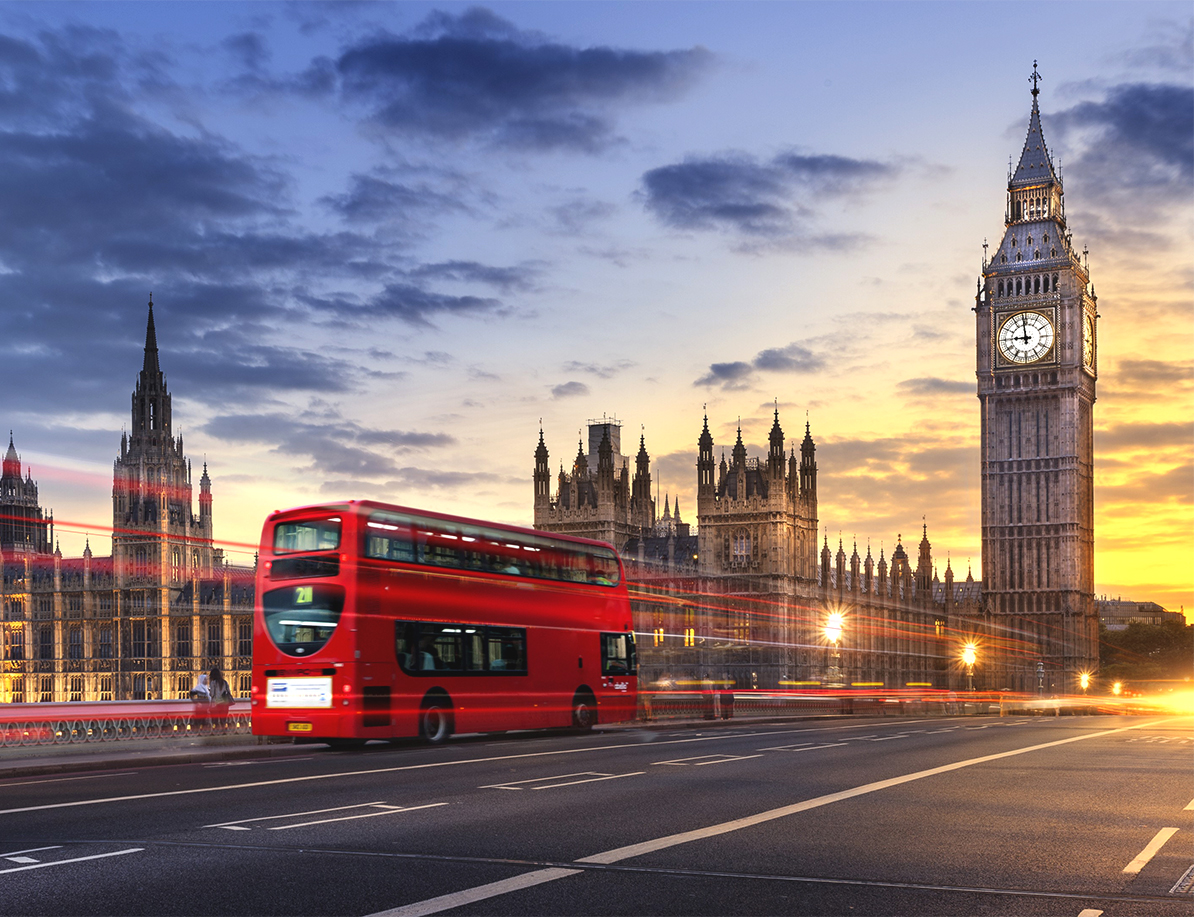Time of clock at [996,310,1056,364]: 8:58
